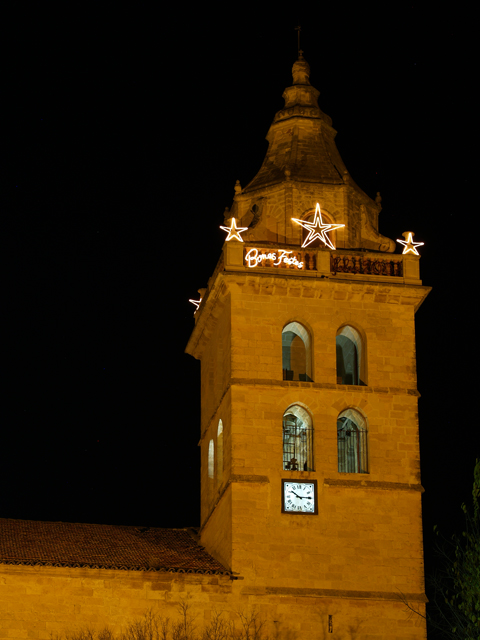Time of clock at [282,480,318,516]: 10:14
